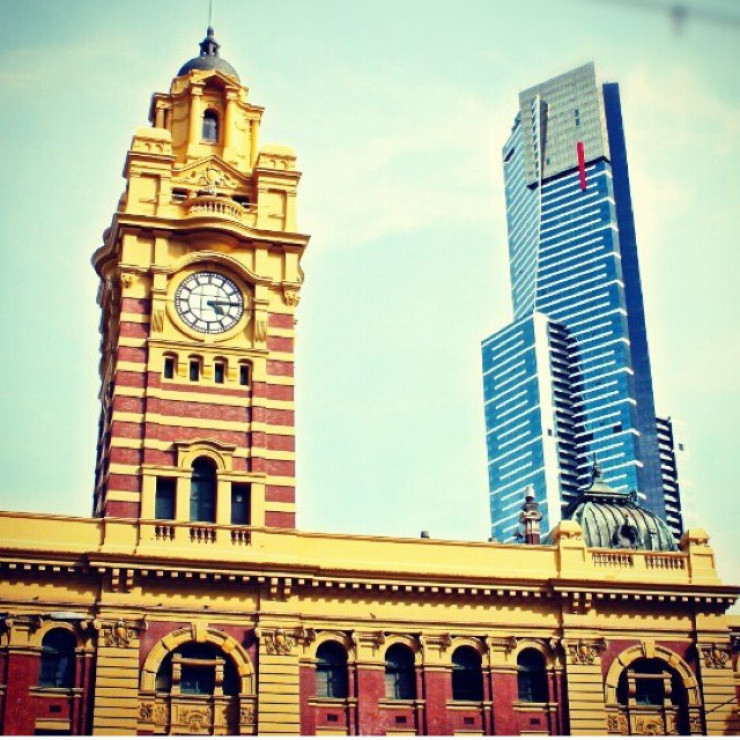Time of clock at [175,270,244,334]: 4:14
